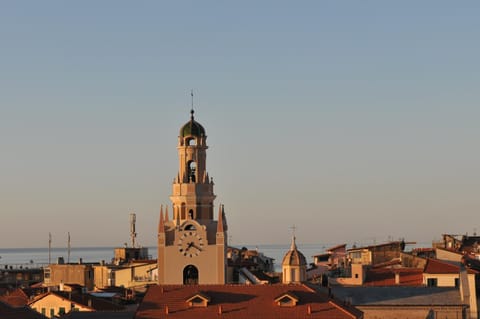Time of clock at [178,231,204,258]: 7:19
